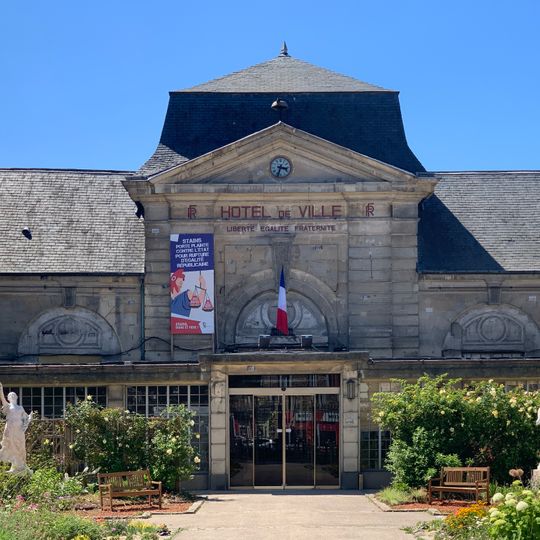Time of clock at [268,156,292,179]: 3:33
